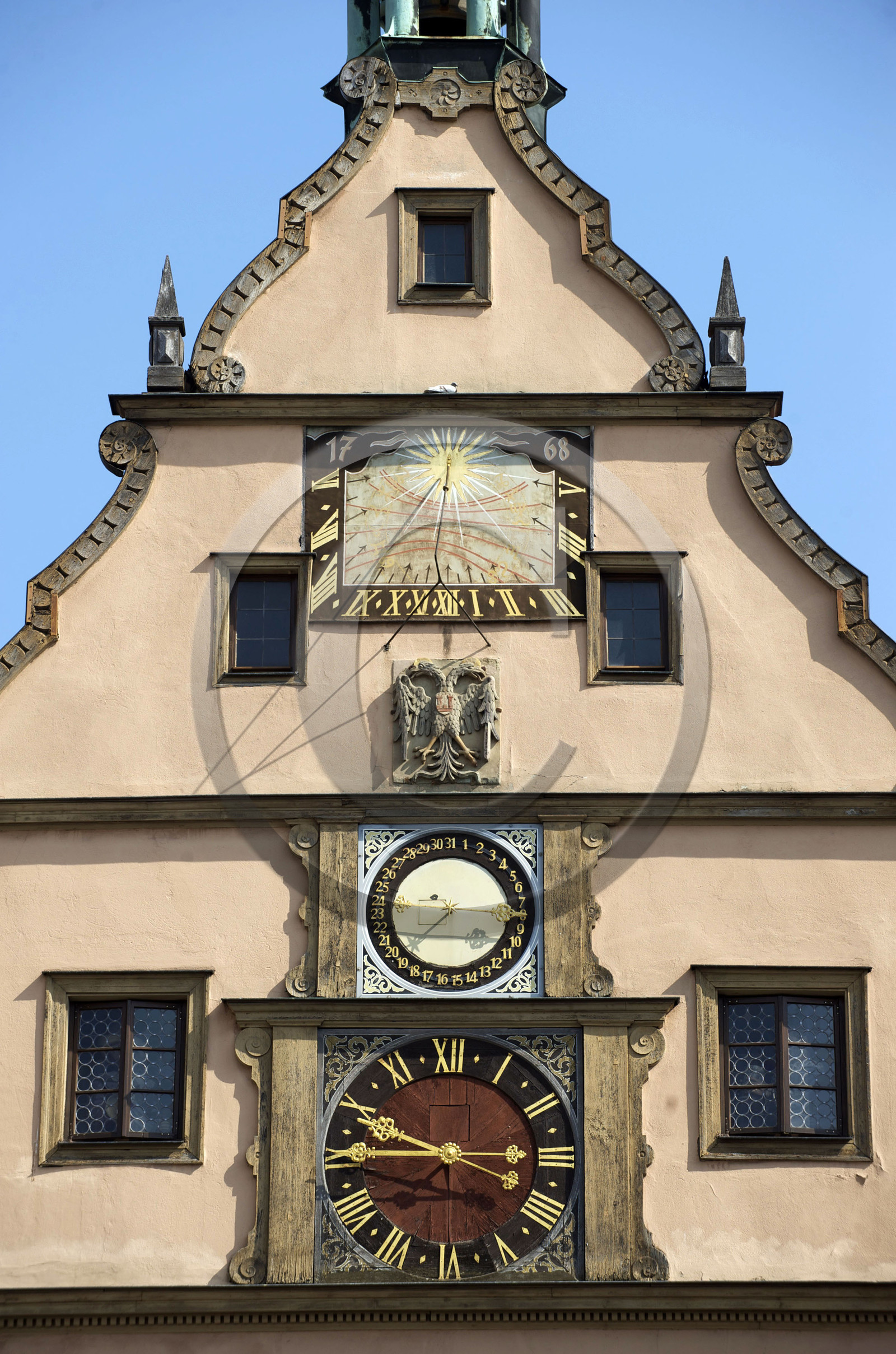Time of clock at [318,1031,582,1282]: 9:45
